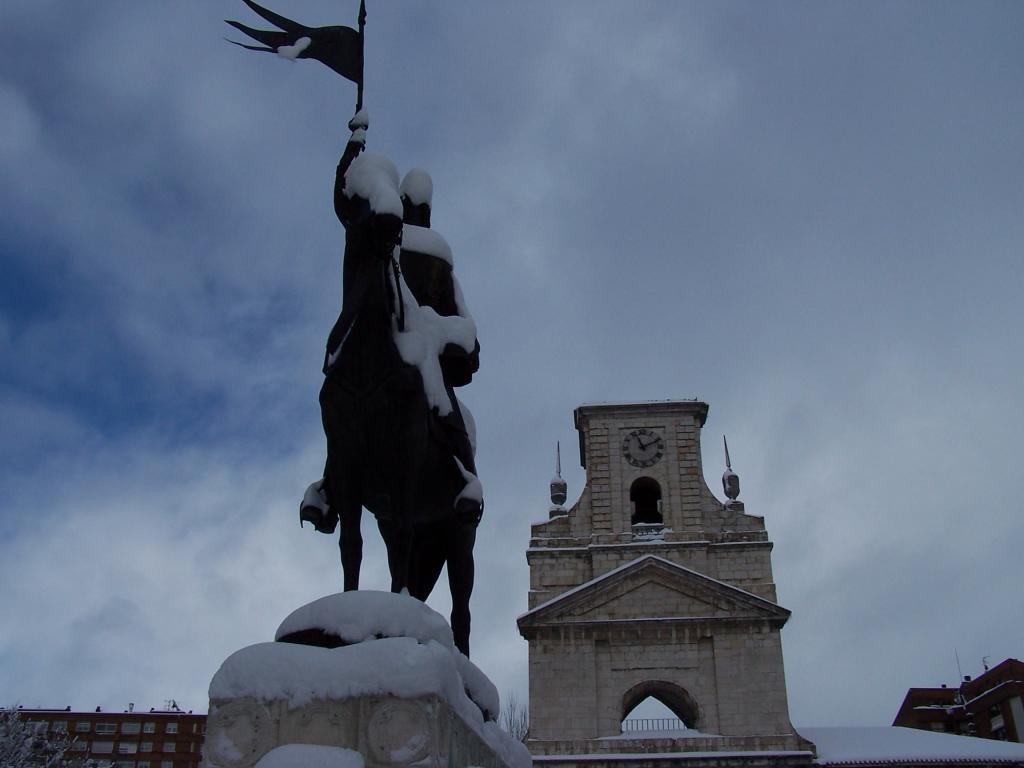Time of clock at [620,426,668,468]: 11:11
